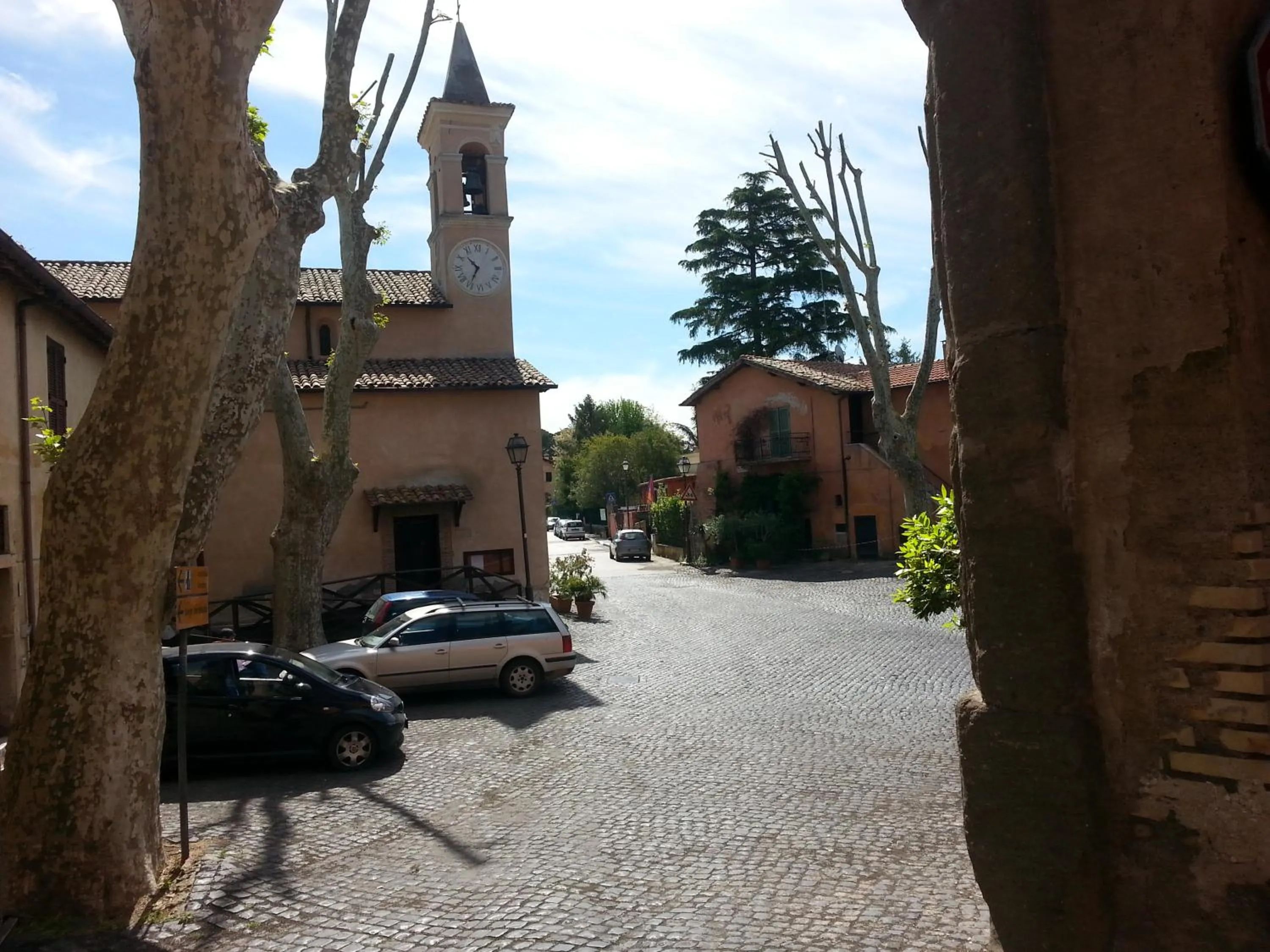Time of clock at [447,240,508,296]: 10:34
